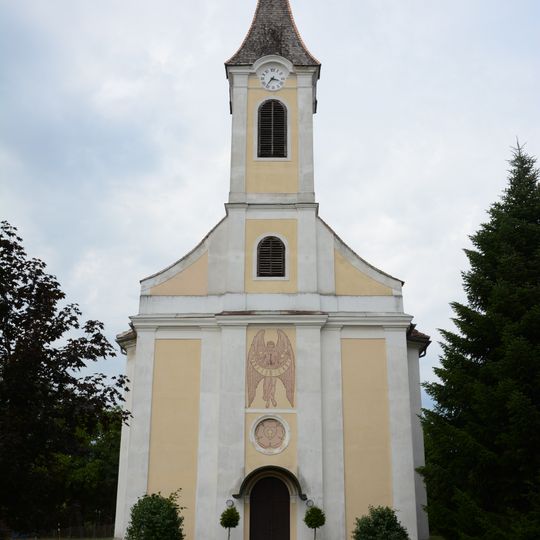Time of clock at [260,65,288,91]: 3:36
